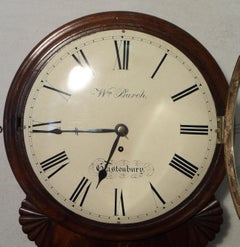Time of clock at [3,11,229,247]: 6:44
